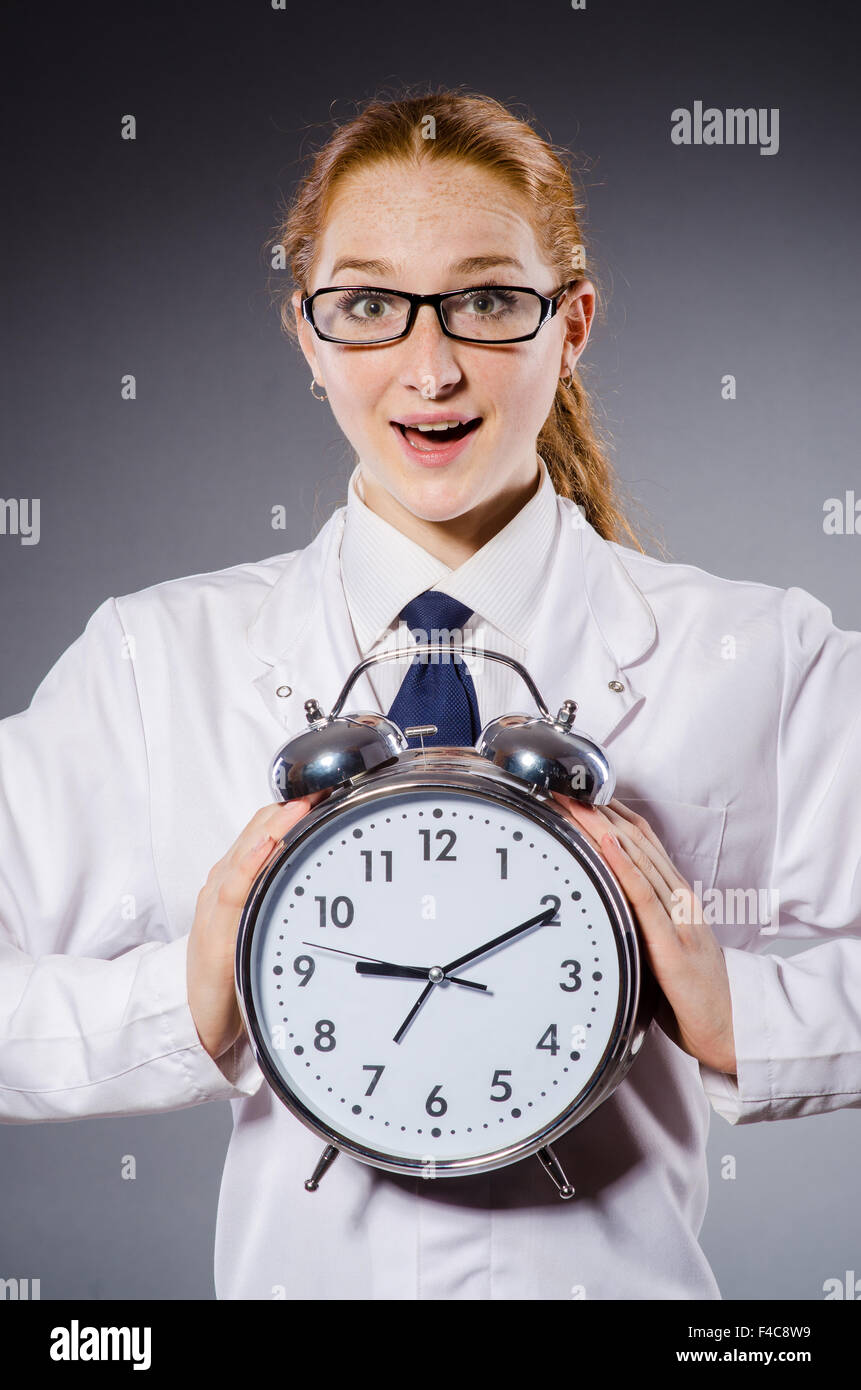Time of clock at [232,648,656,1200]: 9:10
